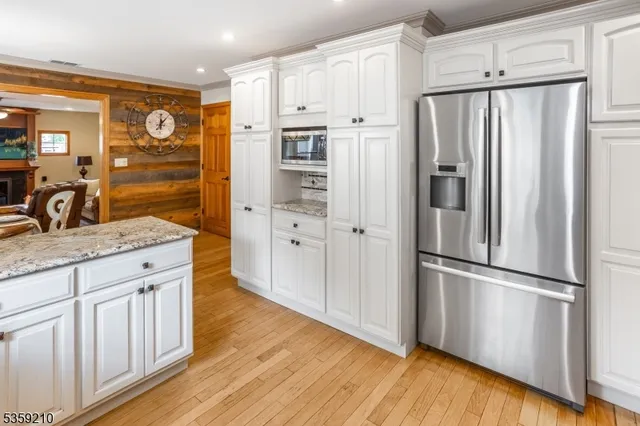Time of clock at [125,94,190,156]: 12:06
